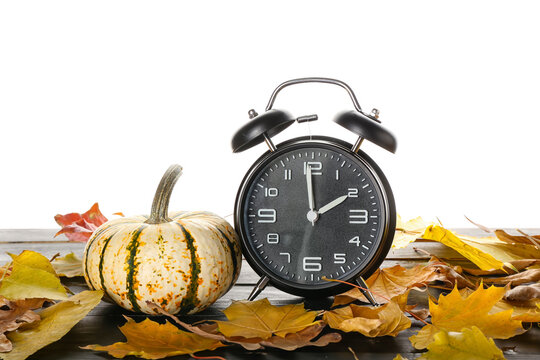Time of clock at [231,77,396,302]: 1:59
